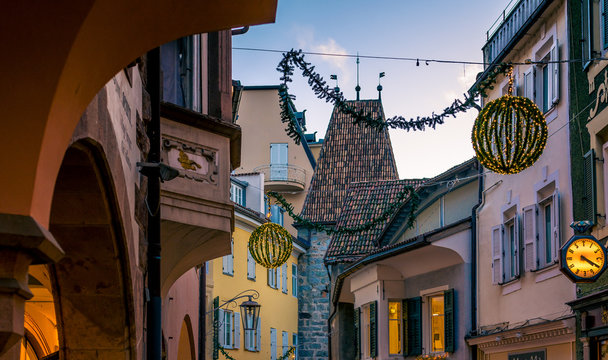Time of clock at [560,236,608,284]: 4:20
